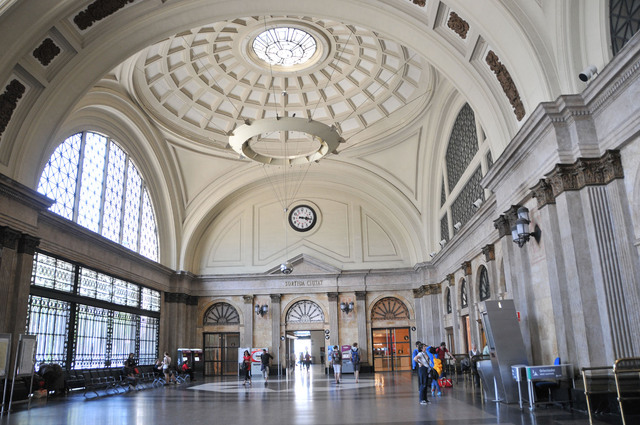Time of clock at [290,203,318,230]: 3:16
